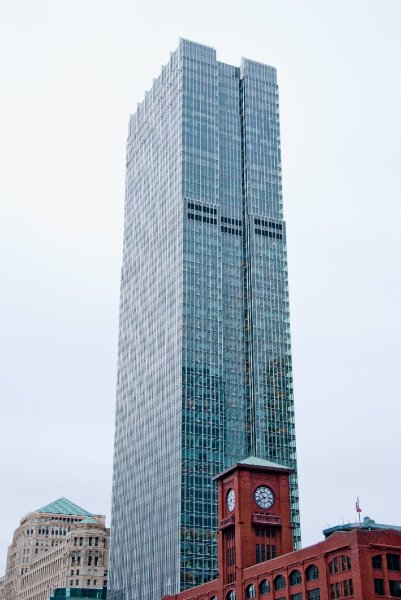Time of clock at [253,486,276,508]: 10:39
